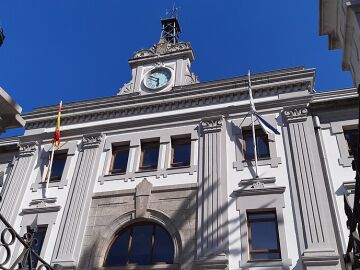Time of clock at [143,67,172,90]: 5:49
